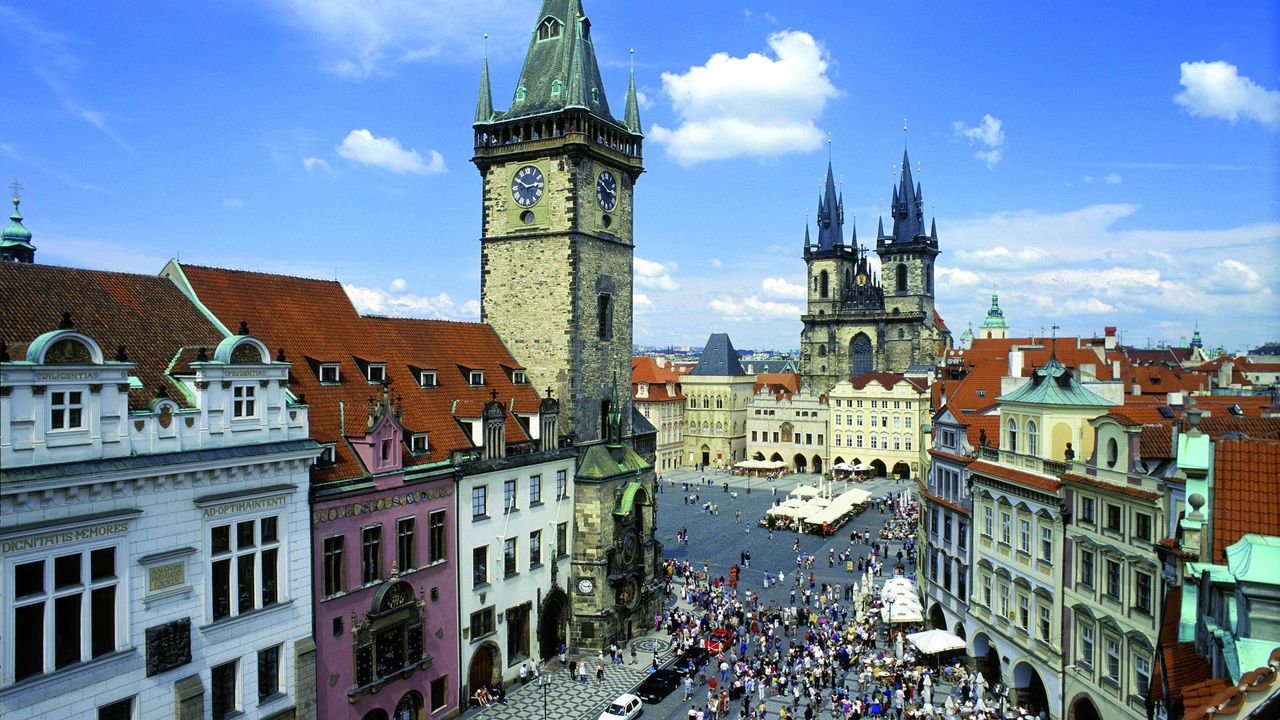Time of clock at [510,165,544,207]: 2:50
